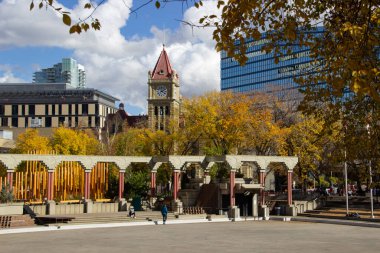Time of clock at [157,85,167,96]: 4:09
